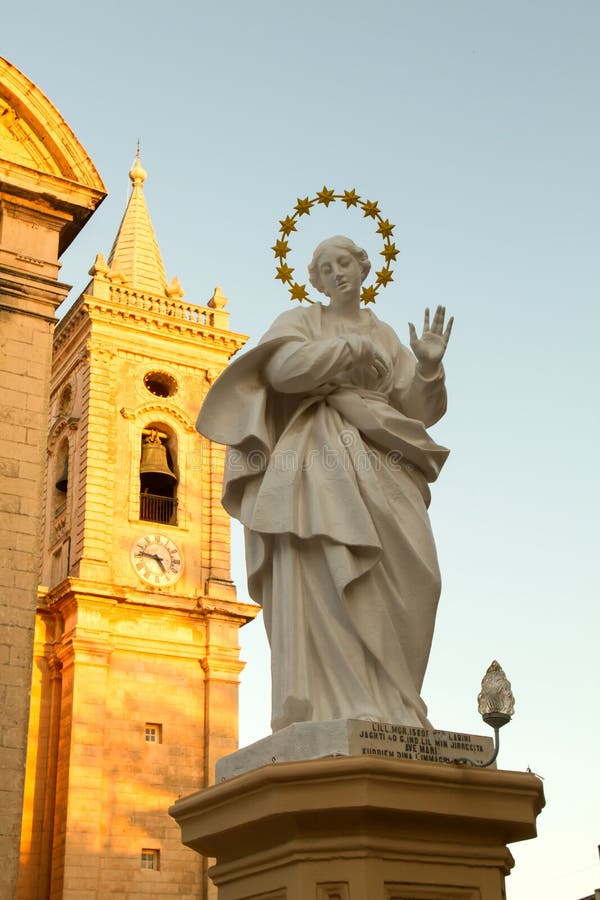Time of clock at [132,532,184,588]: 4:46
